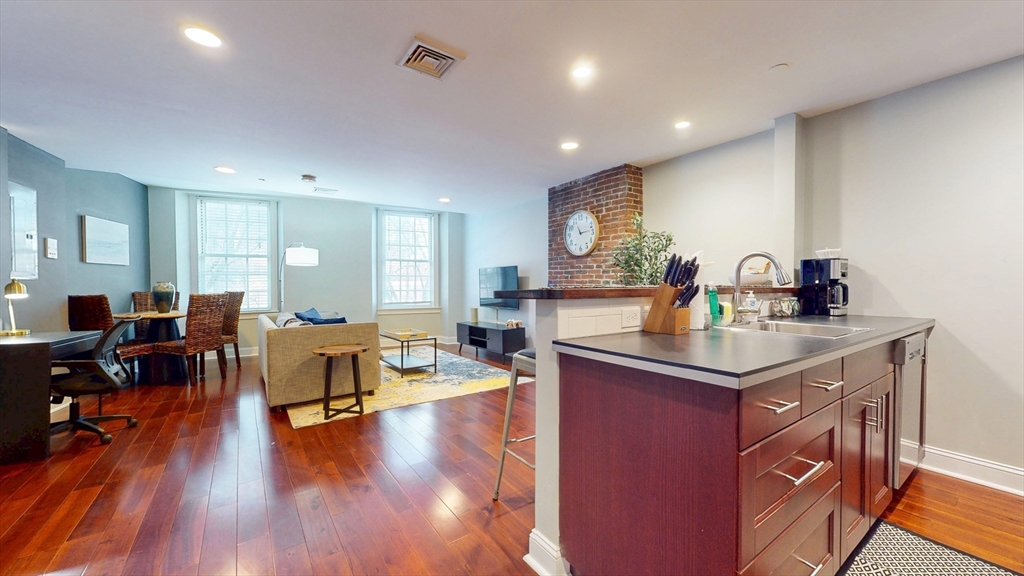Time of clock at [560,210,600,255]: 11:13
